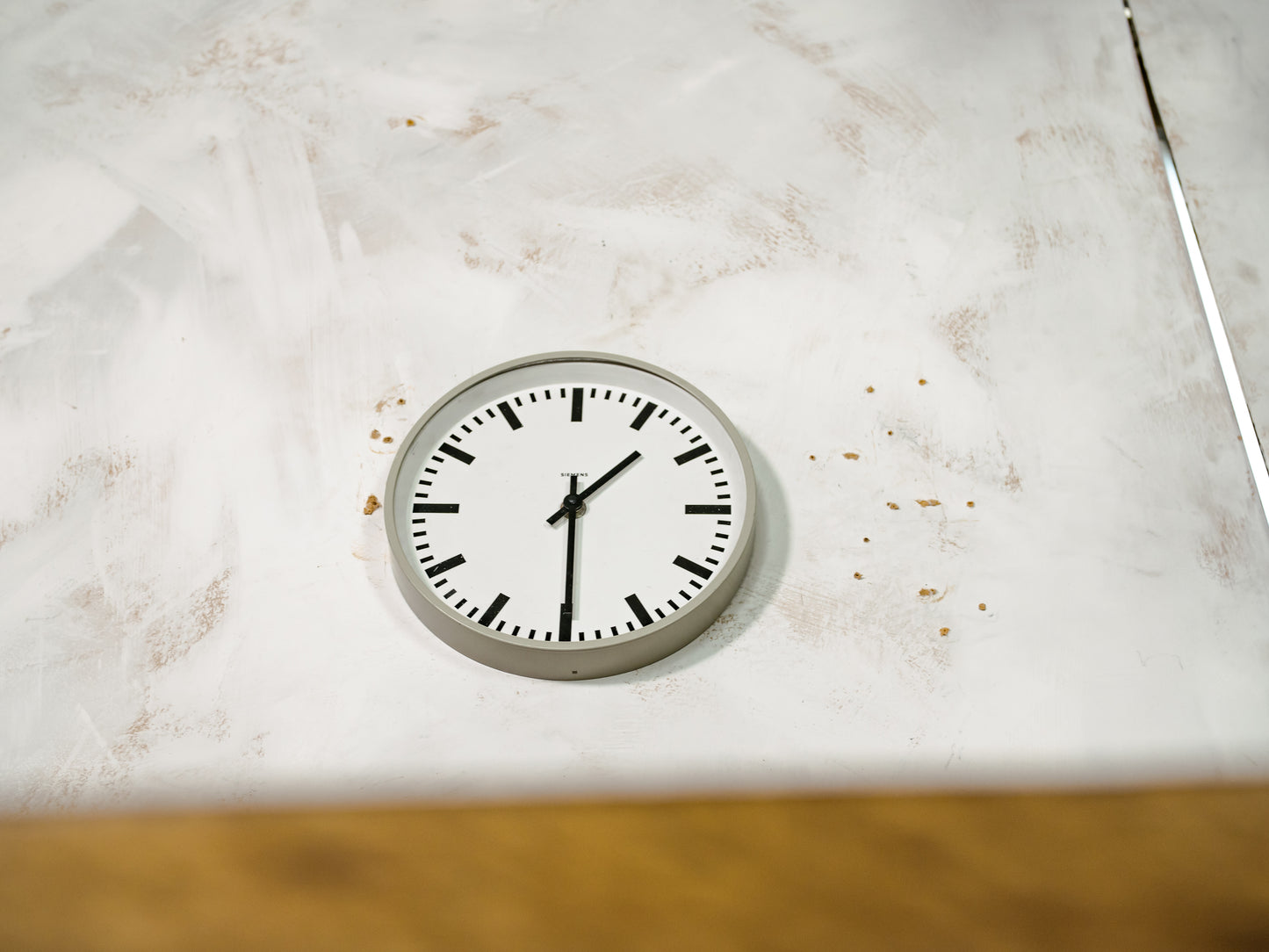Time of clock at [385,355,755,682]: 1:30
